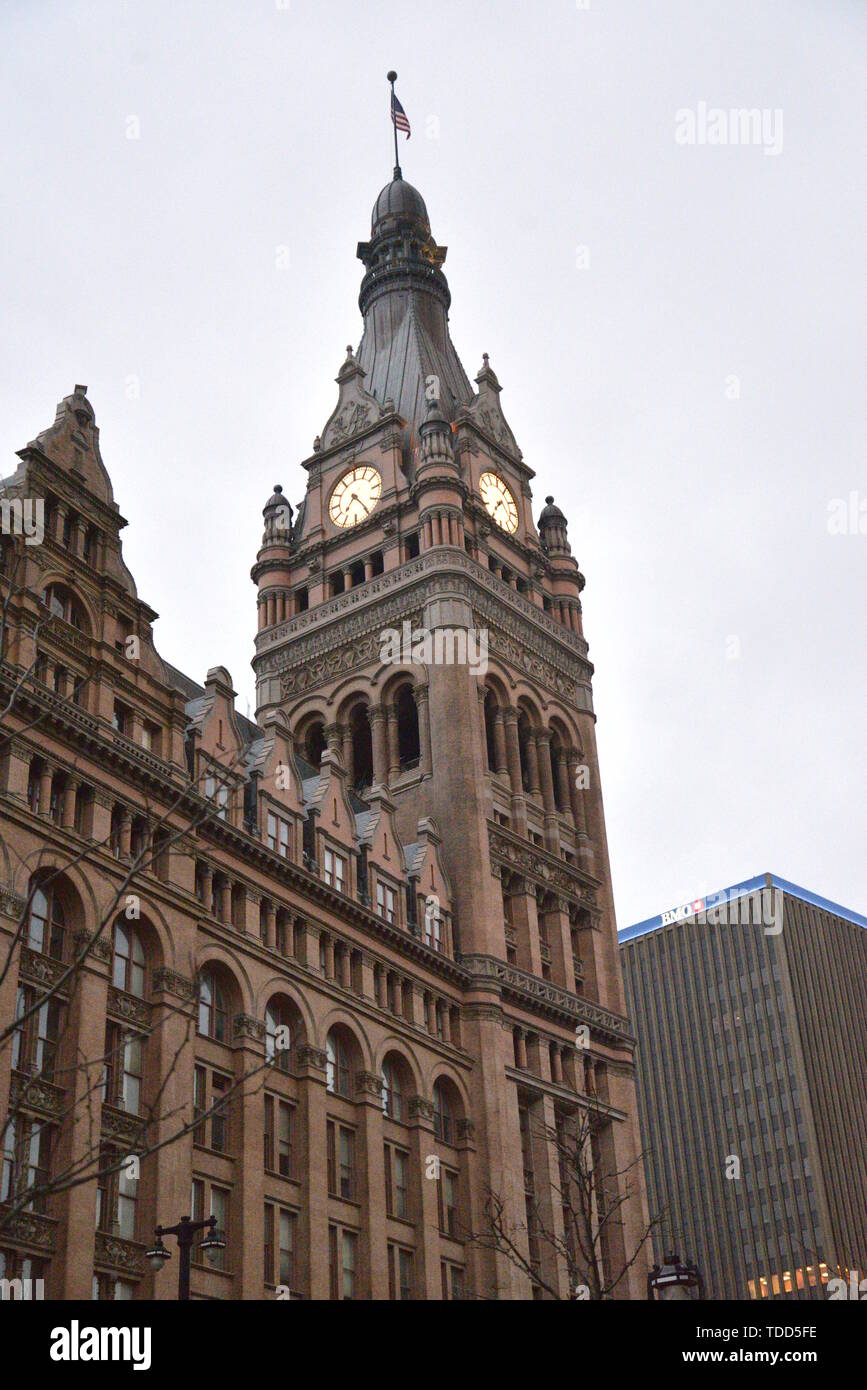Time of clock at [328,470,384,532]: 7:24
